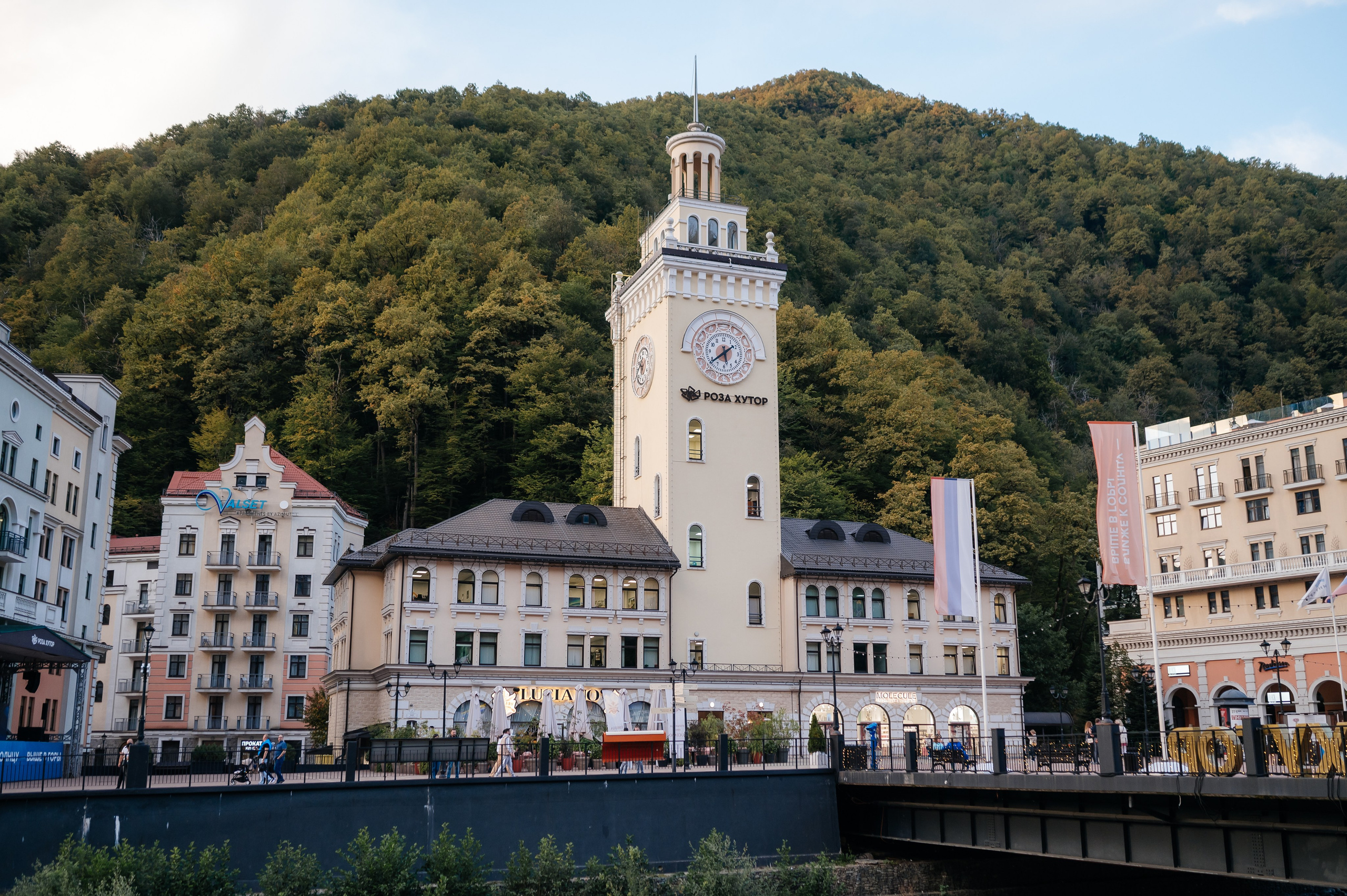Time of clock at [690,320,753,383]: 5:38
